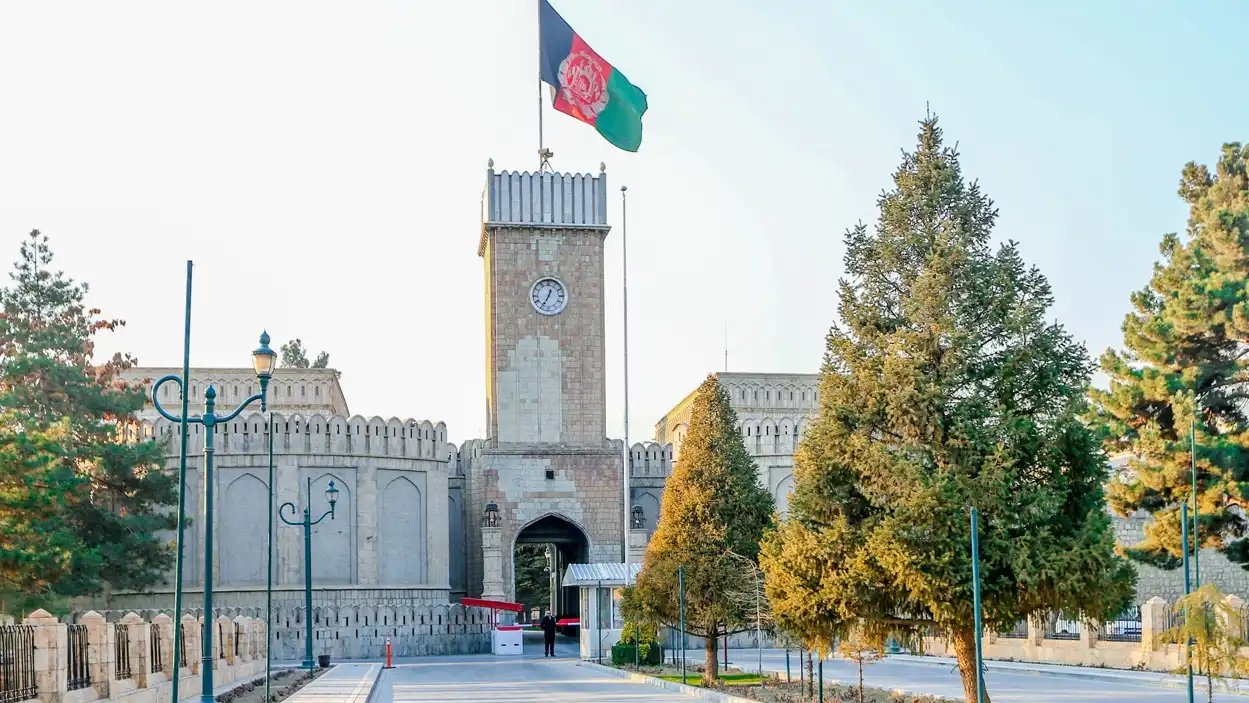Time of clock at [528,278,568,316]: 12:34
